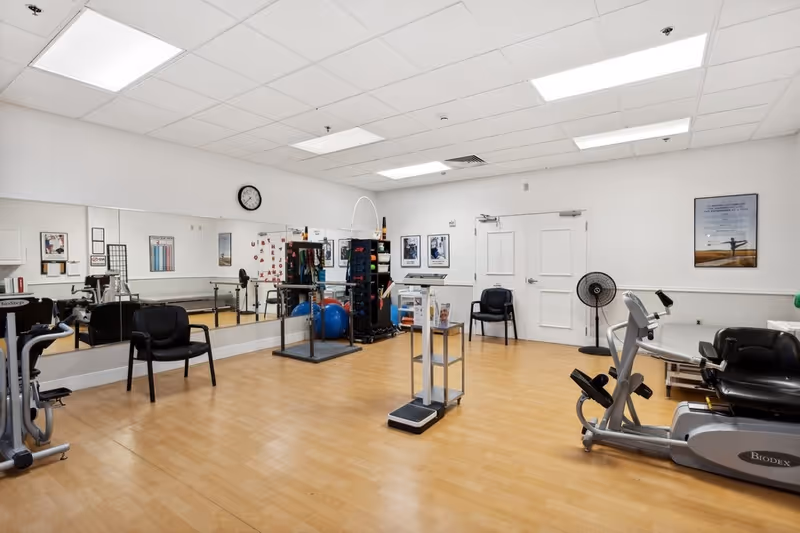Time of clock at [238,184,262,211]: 7:37
